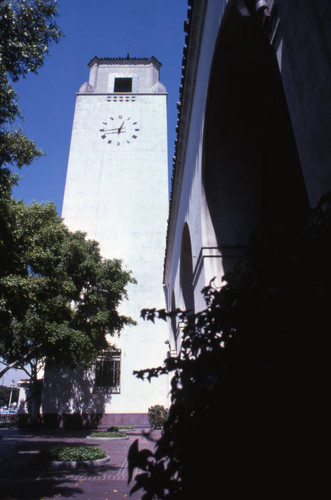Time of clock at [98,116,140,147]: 12:44
